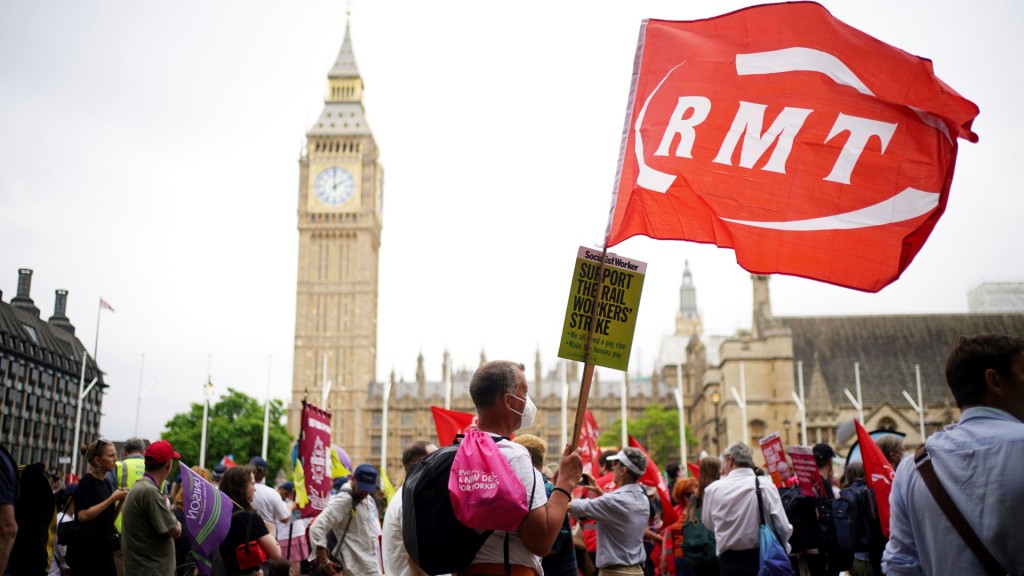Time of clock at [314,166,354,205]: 1:59
